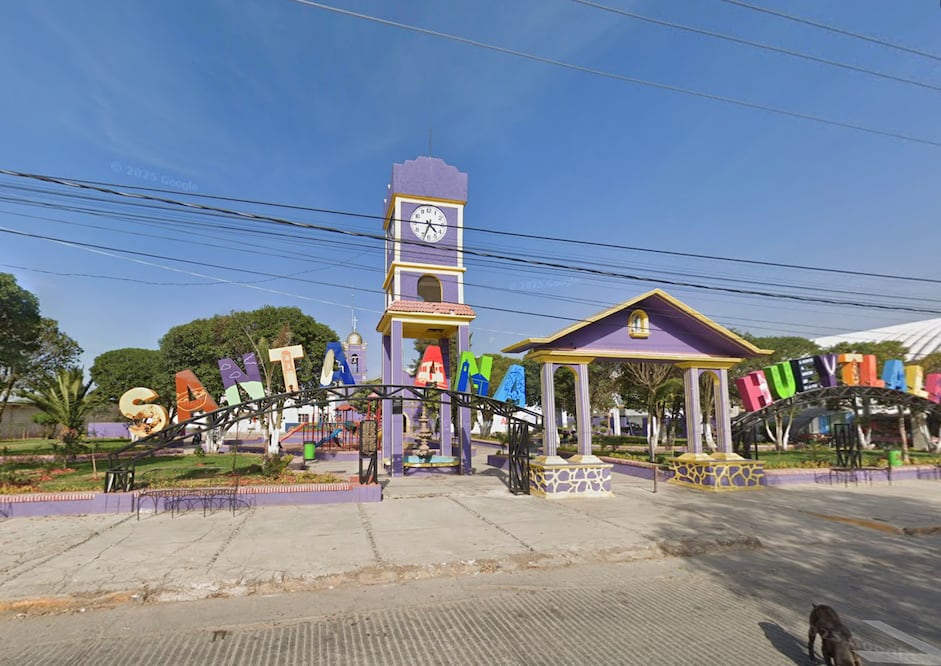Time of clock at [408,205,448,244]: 4:33
